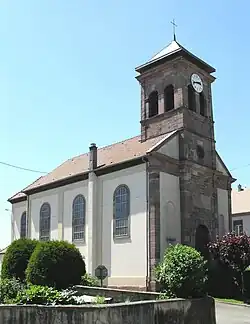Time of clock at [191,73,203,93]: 2:42
